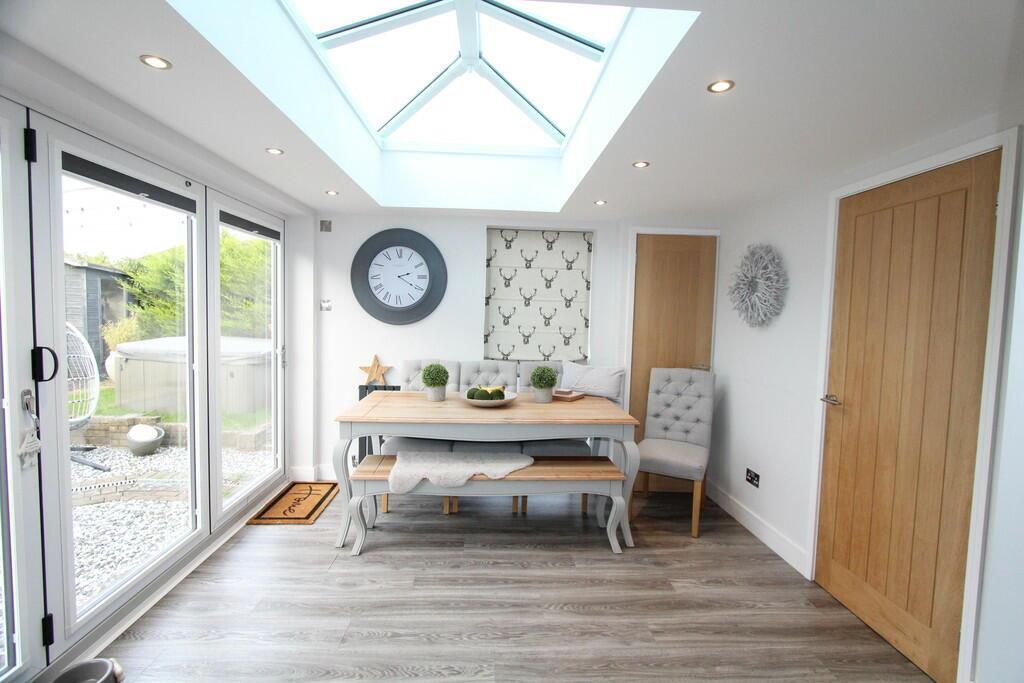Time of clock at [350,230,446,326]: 2:20
